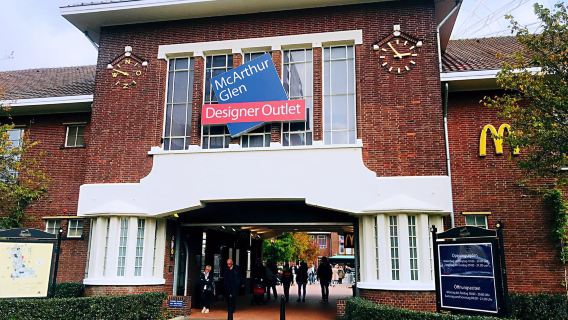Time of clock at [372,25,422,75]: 2:54
